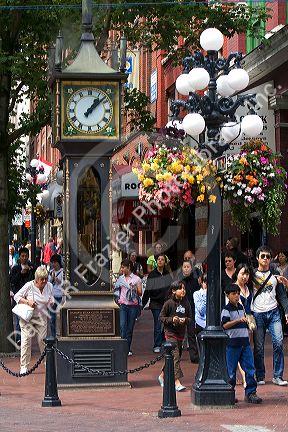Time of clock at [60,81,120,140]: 1:08
